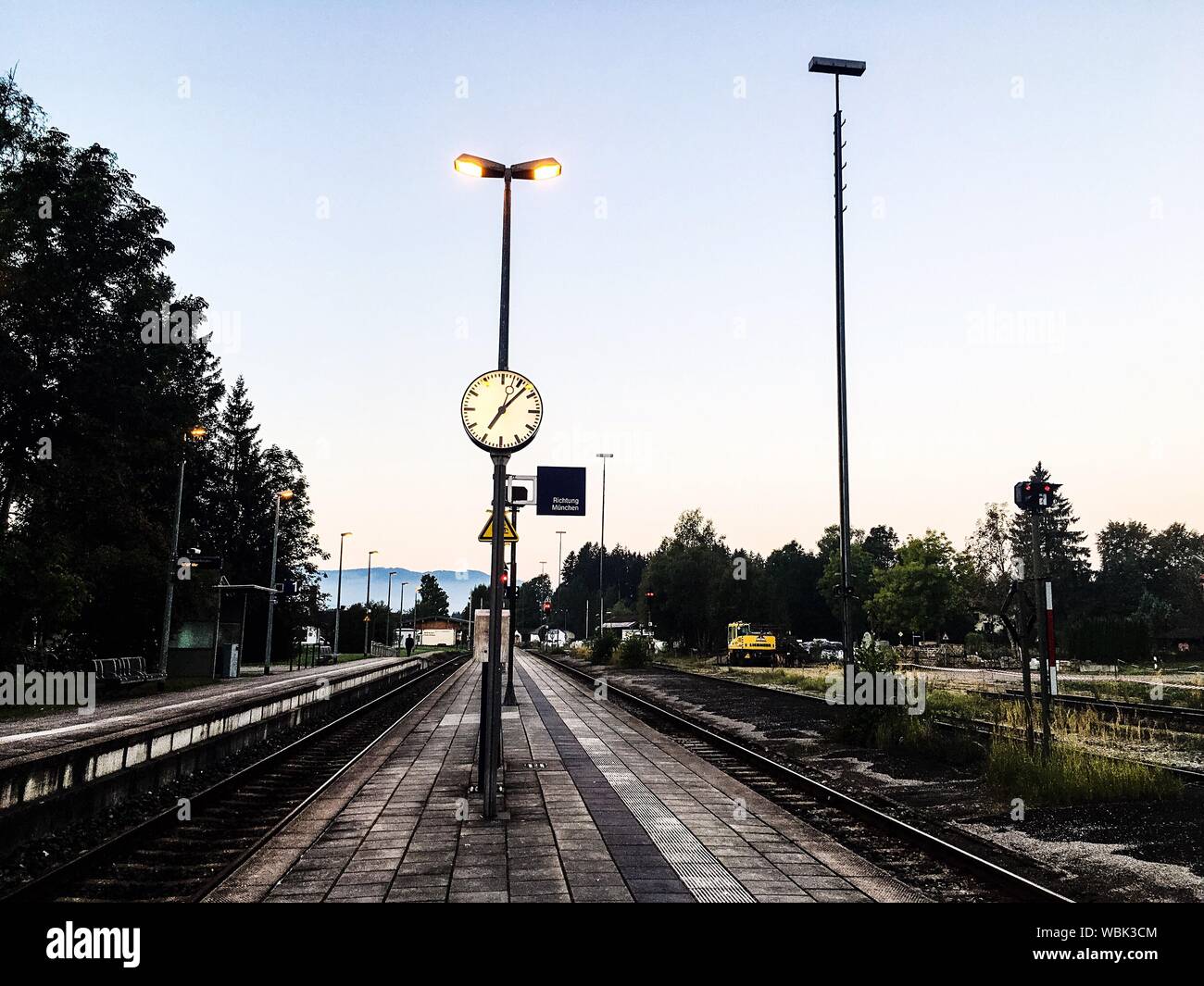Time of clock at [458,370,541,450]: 7:07
